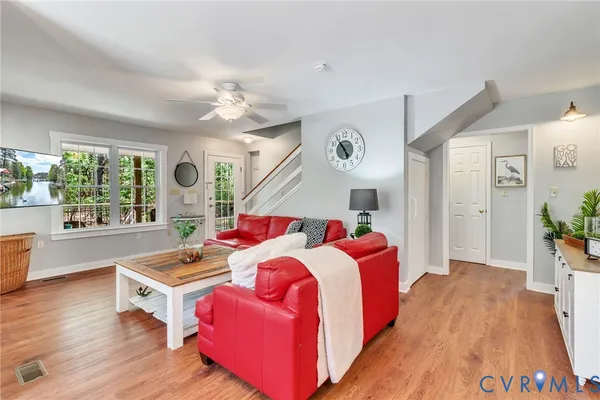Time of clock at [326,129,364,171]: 4:54
